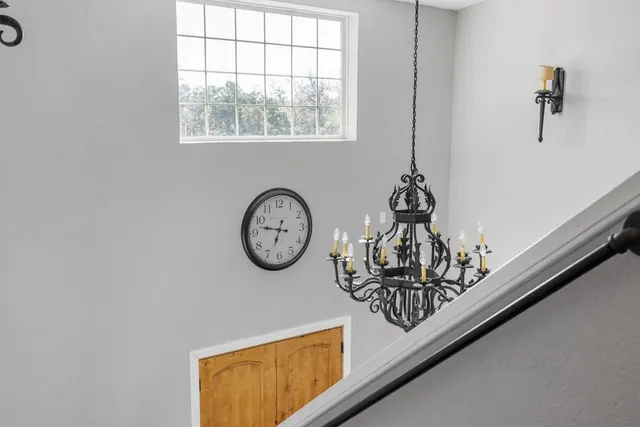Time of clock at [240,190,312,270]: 6:46
